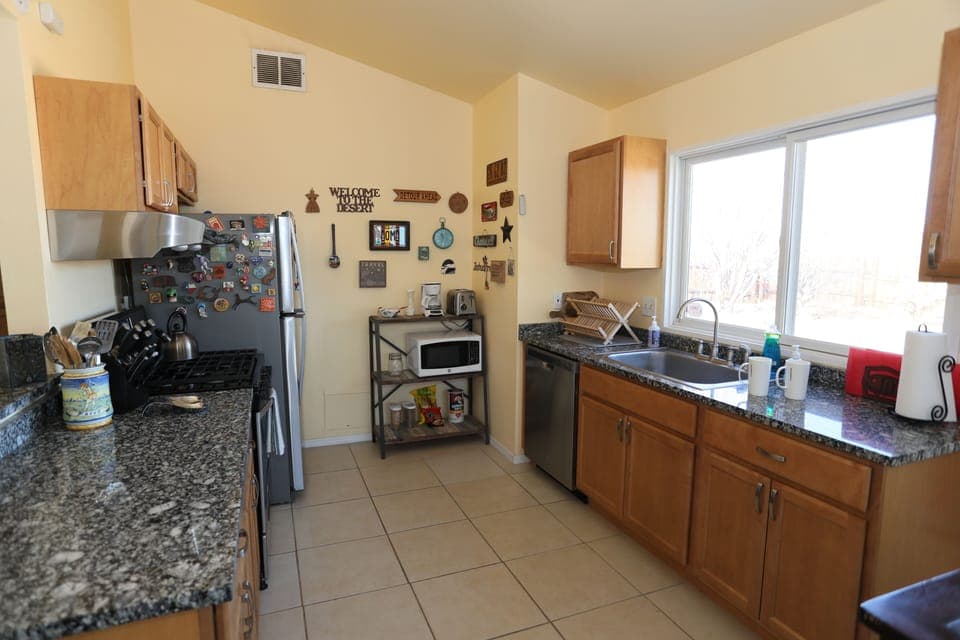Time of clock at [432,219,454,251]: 11:32
